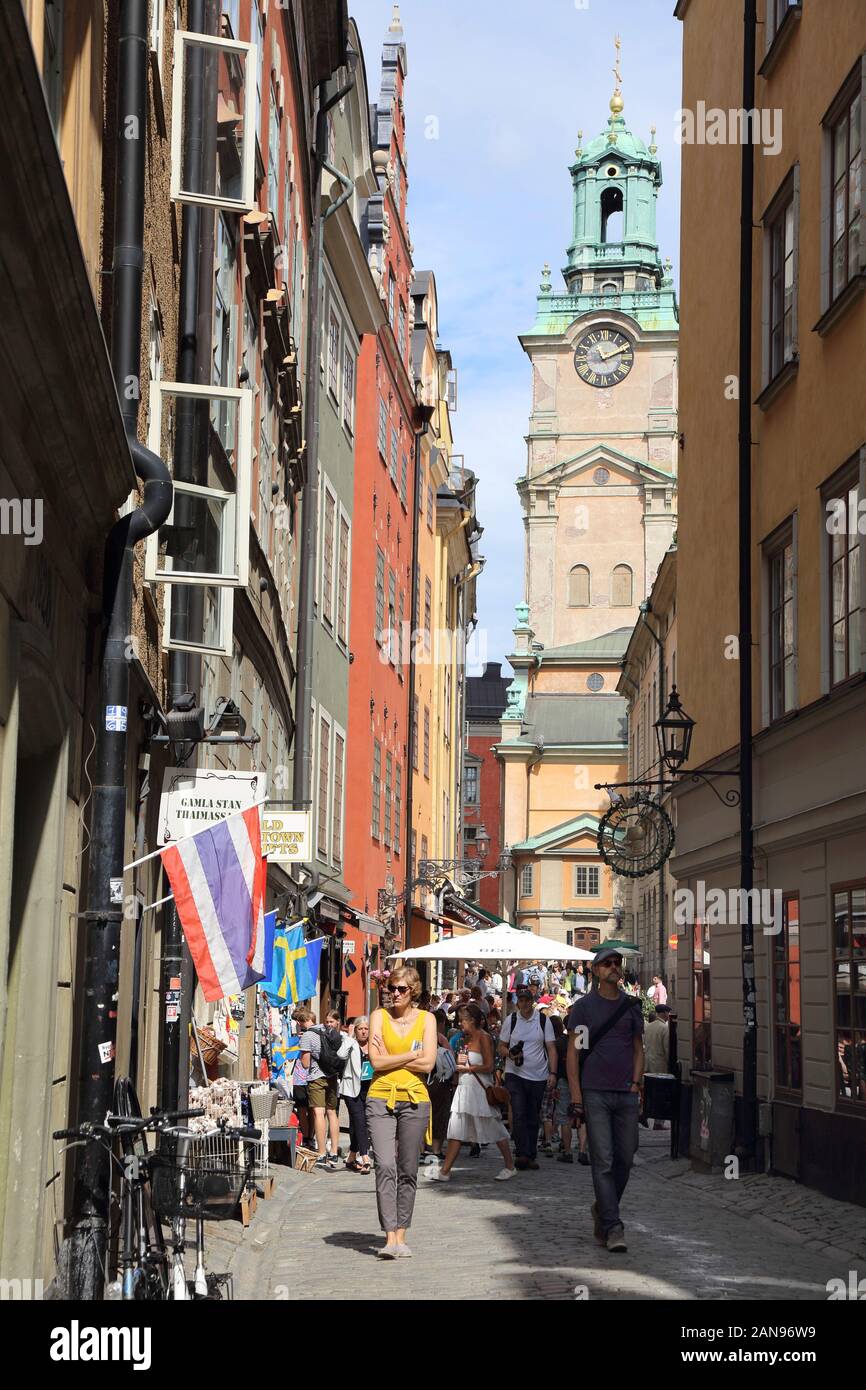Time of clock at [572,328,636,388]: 11:10
